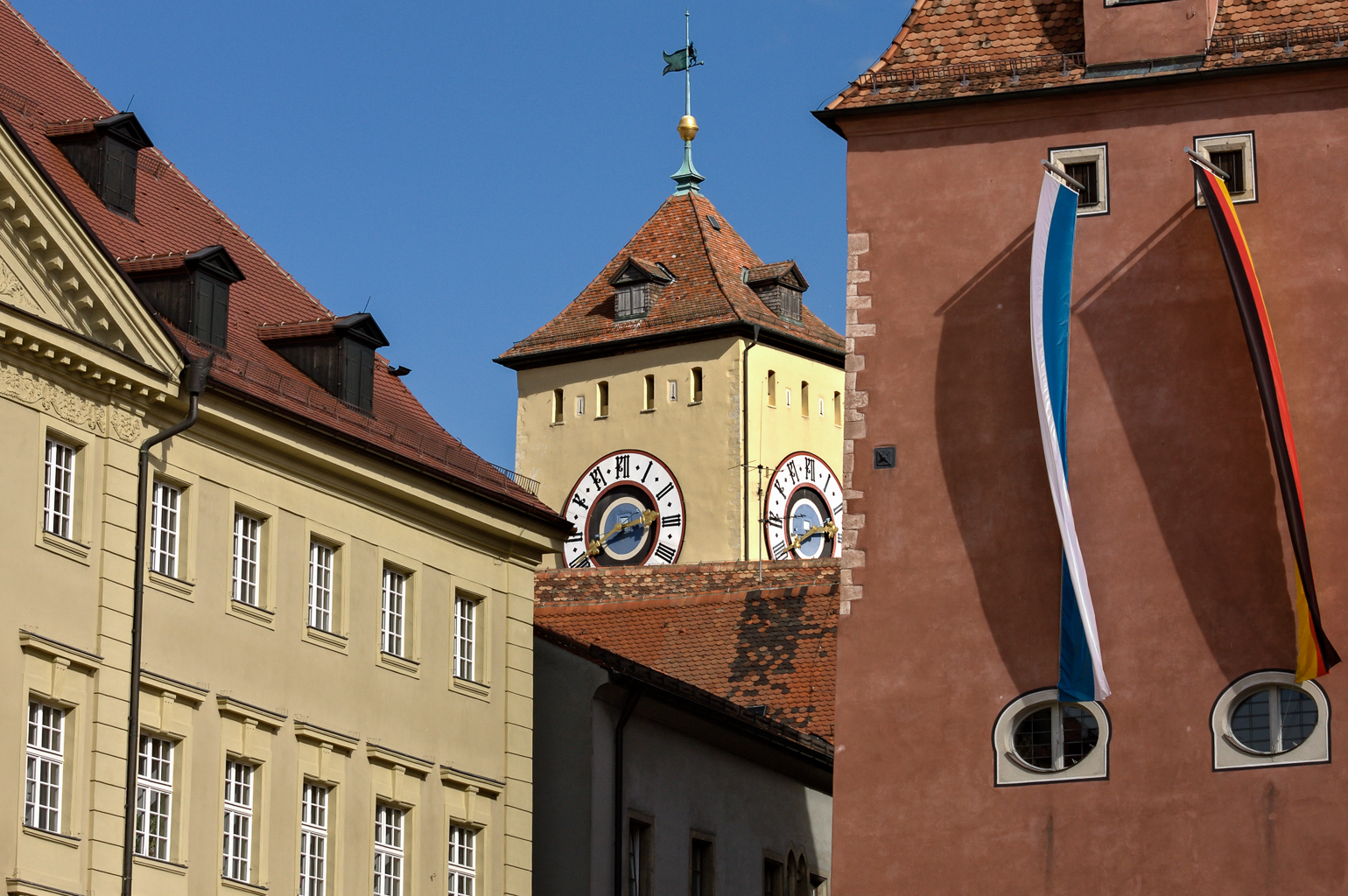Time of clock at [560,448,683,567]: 2:40
